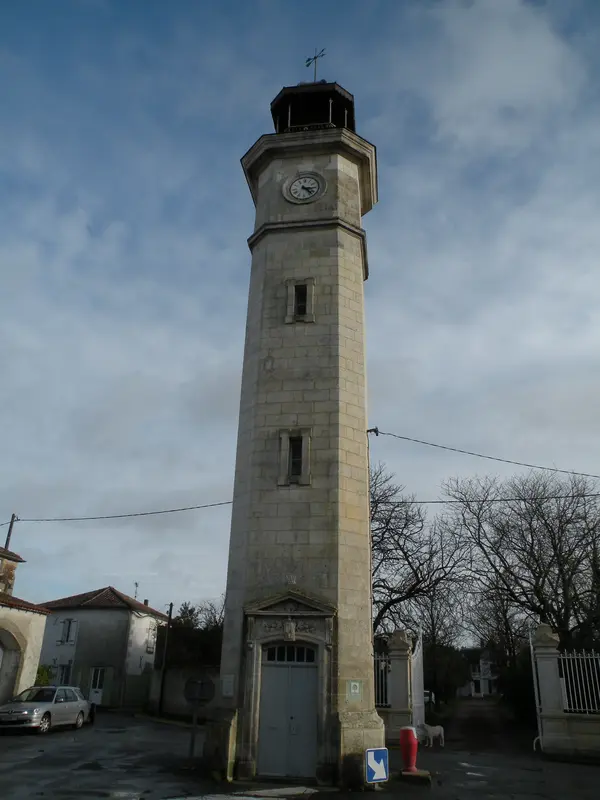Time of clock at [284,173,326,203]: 3:22
